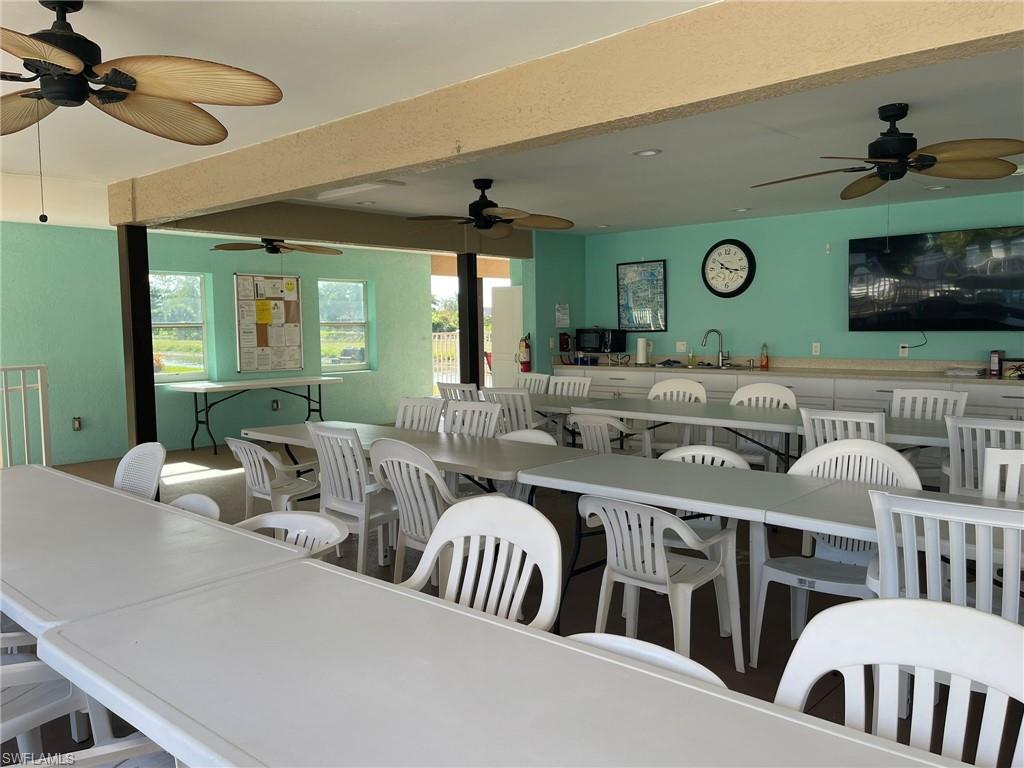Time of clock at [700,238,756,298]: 10:16
